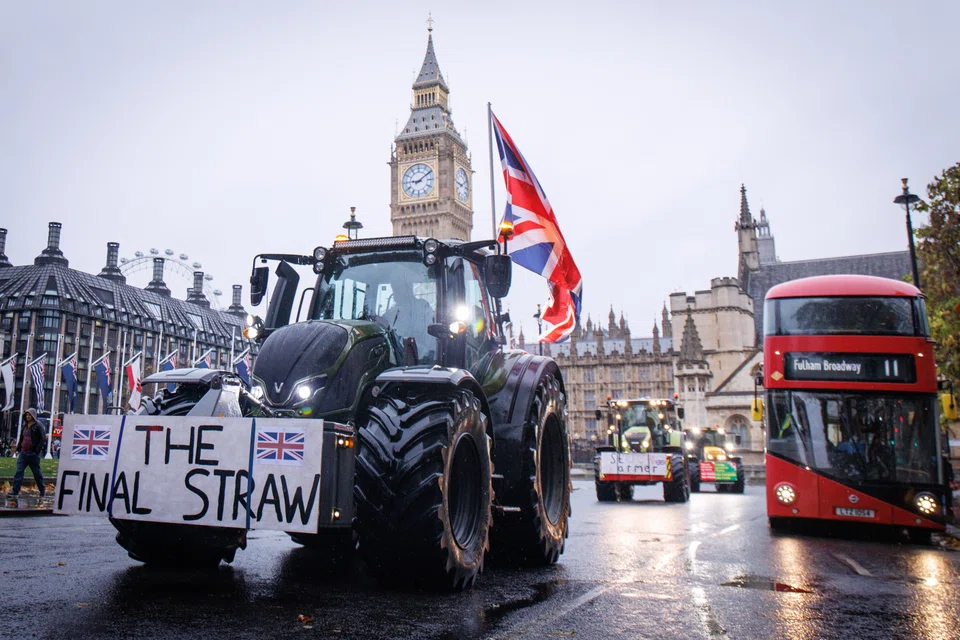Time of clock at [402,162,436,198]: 9:09
